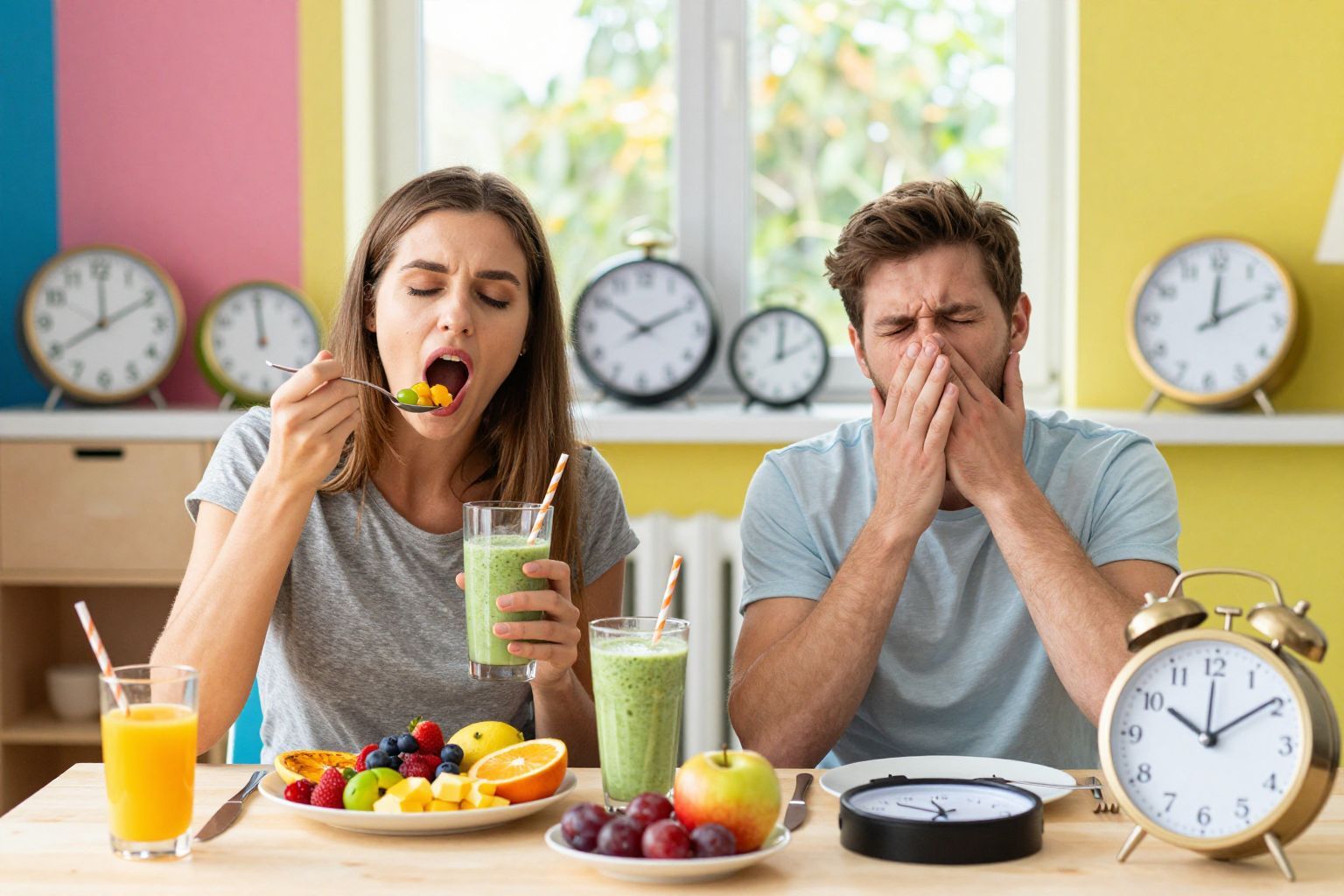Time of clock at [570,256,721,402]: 10:10
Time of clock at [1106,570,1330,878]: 10:09
